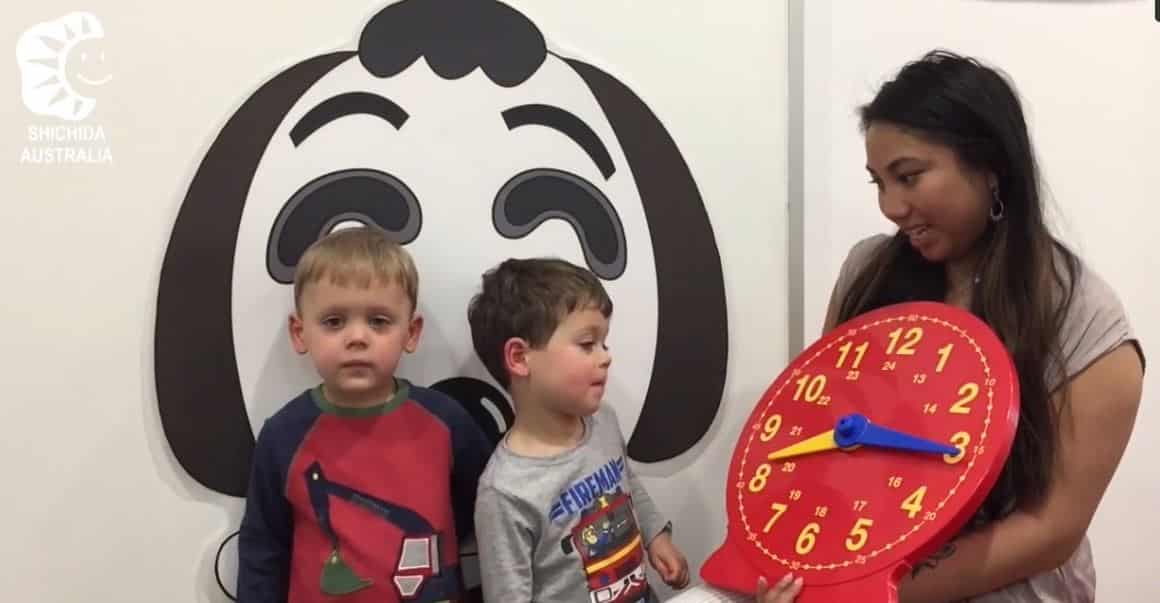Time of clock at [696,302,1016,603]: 8:15
